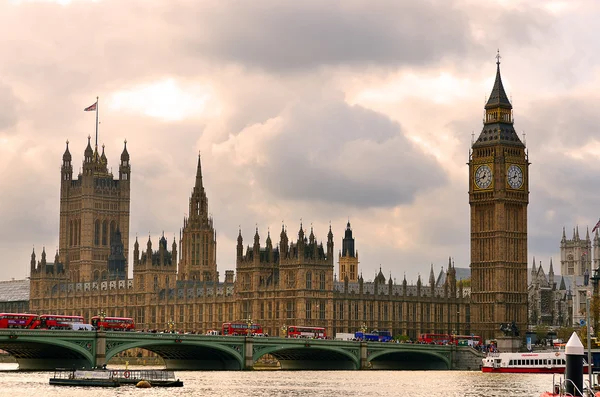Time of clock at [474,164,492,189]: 12:42
